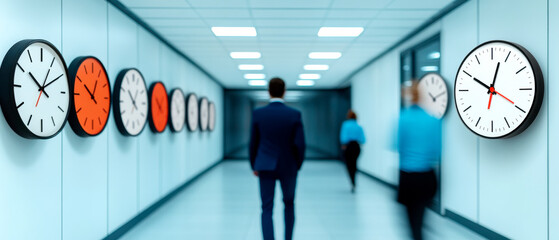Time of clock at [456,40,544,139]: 10:02
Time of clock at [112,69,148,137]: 12:52
